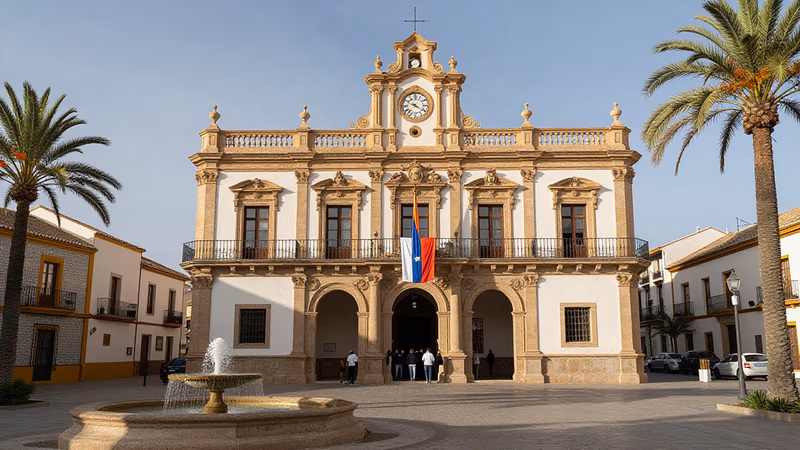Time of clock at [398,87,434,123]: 9:20
